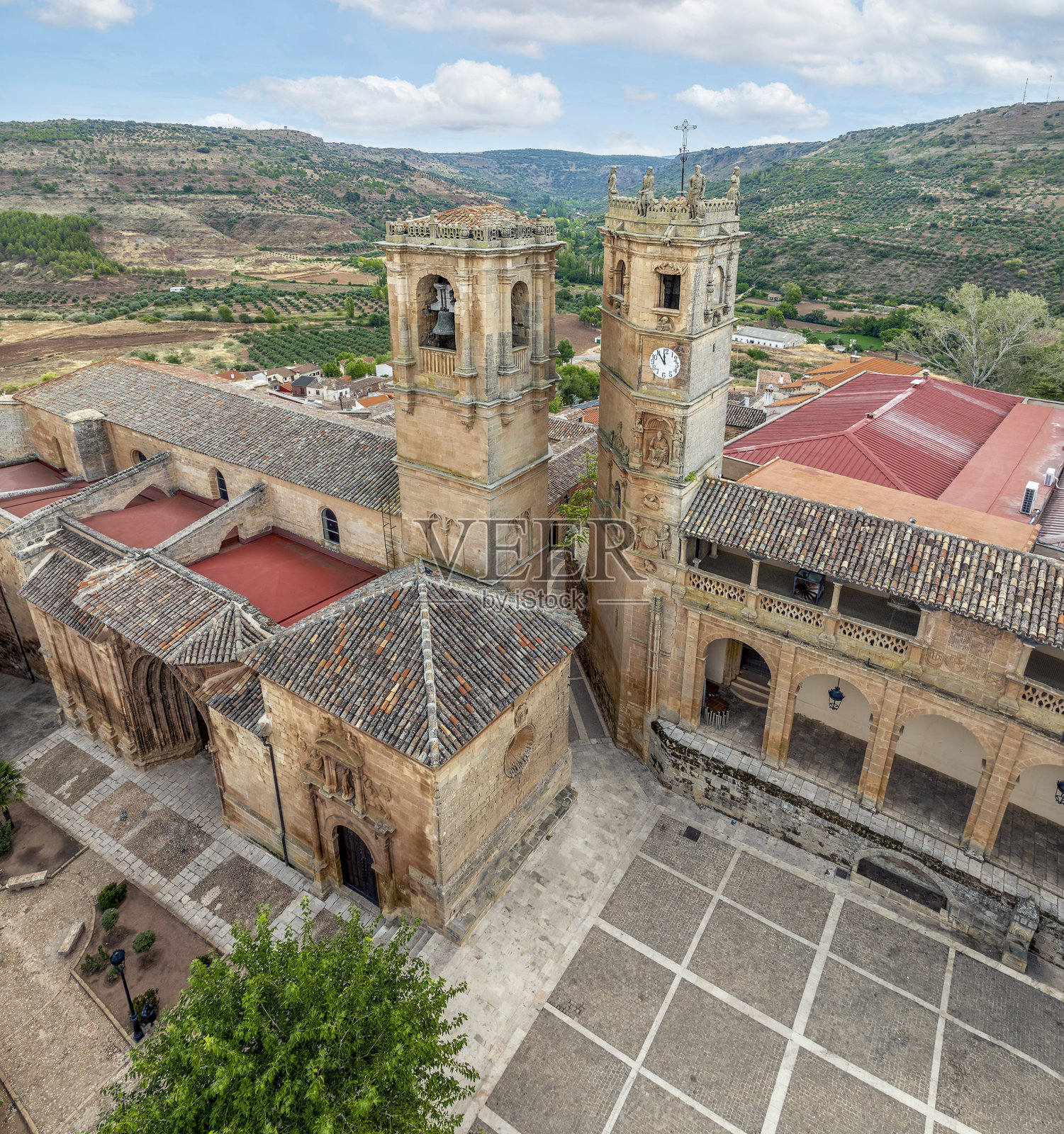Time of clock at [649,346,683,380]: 11:54
